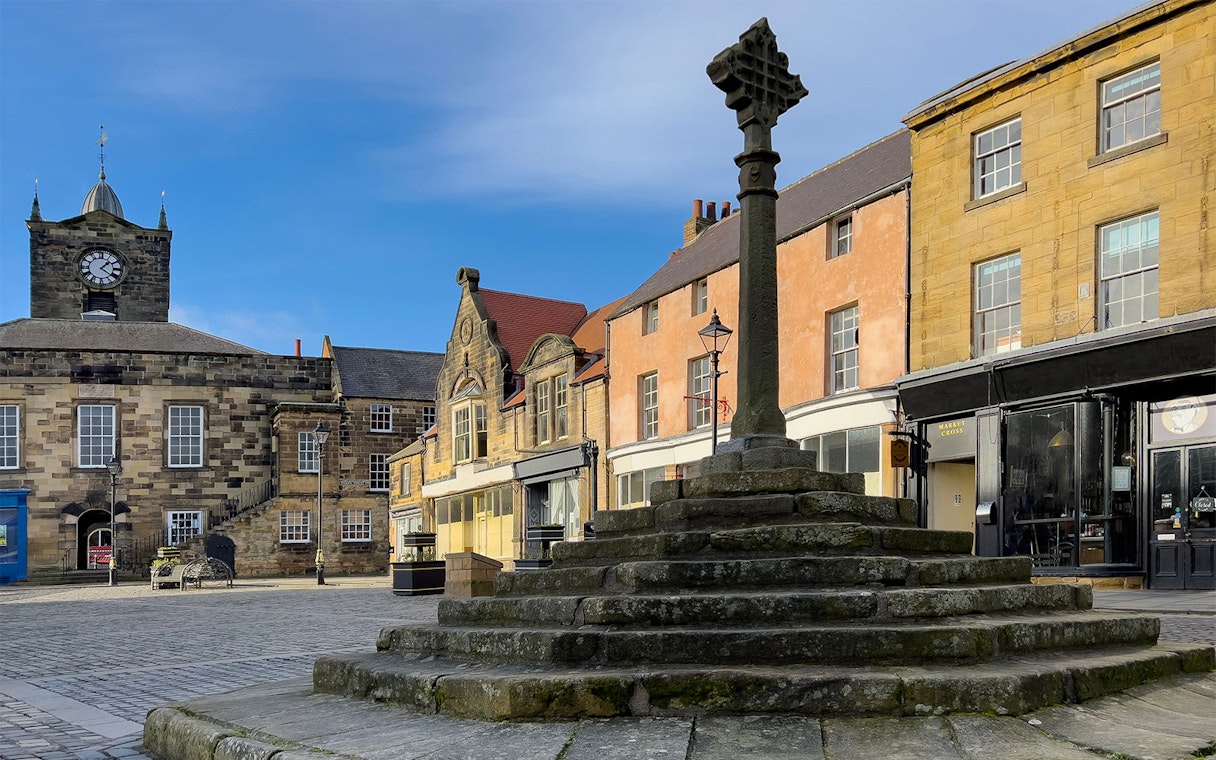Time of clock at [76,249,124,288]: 1:21
